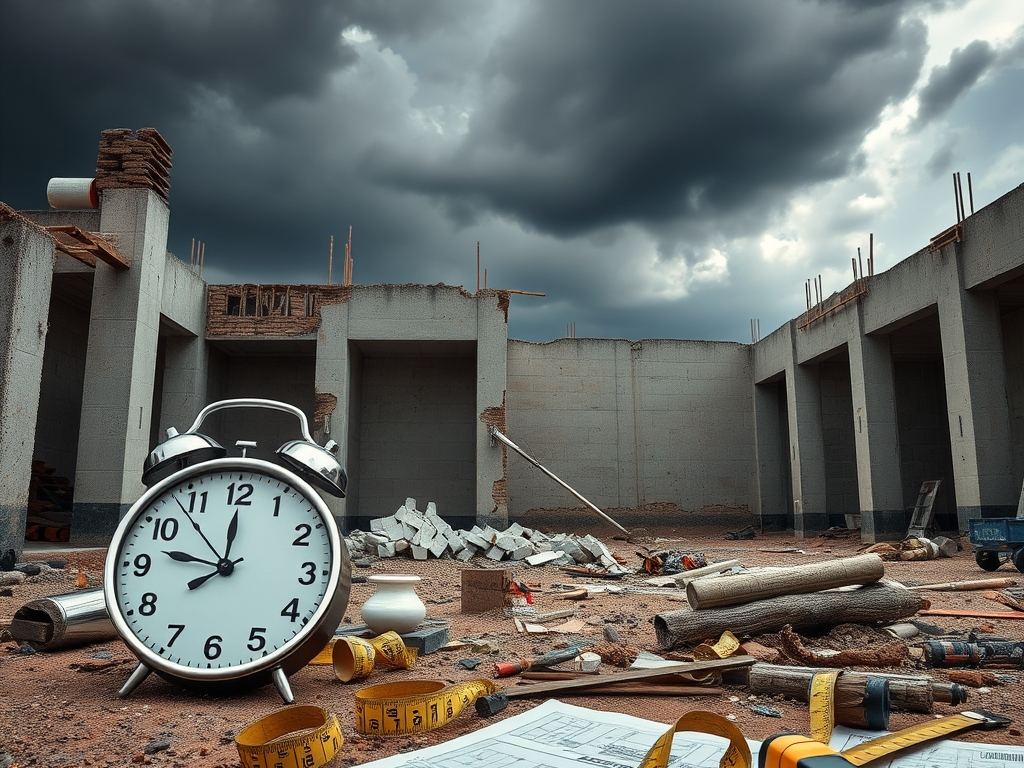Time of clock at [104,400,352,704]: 8:00
